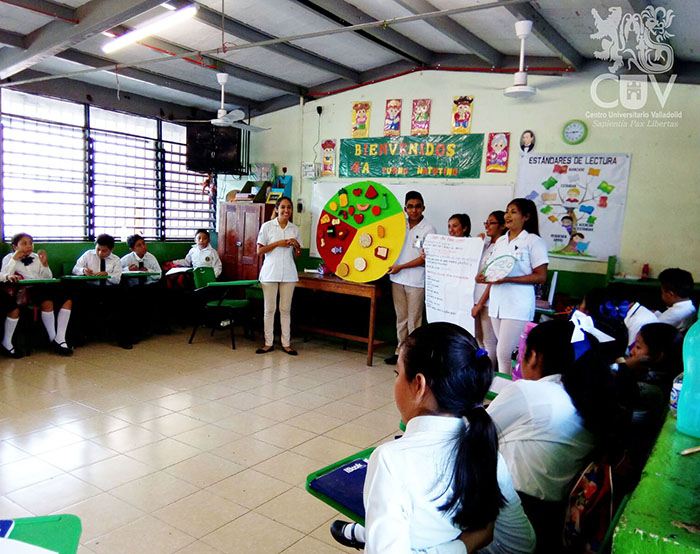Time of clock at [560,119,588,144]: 2:43
